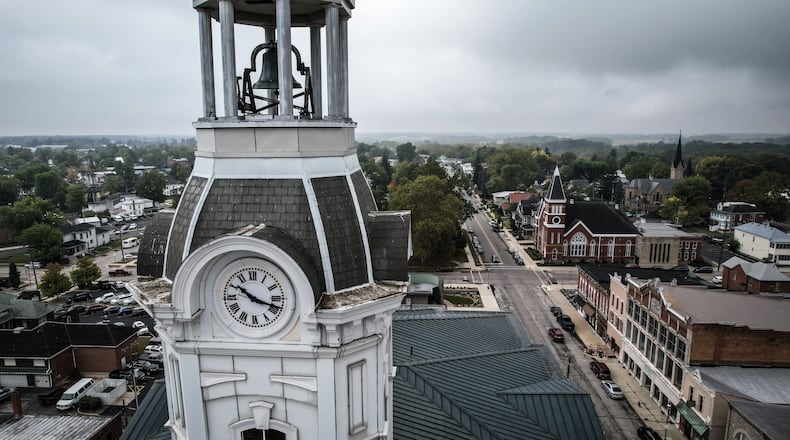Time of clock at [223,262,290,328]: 10:18
